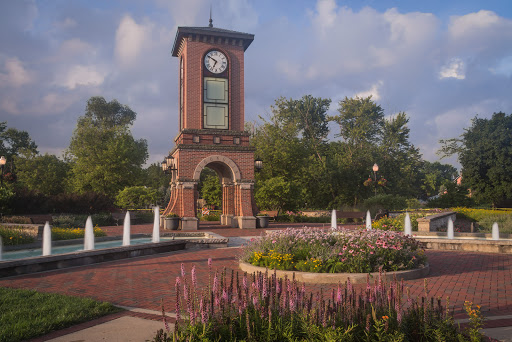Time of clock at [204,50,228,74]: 6:50
